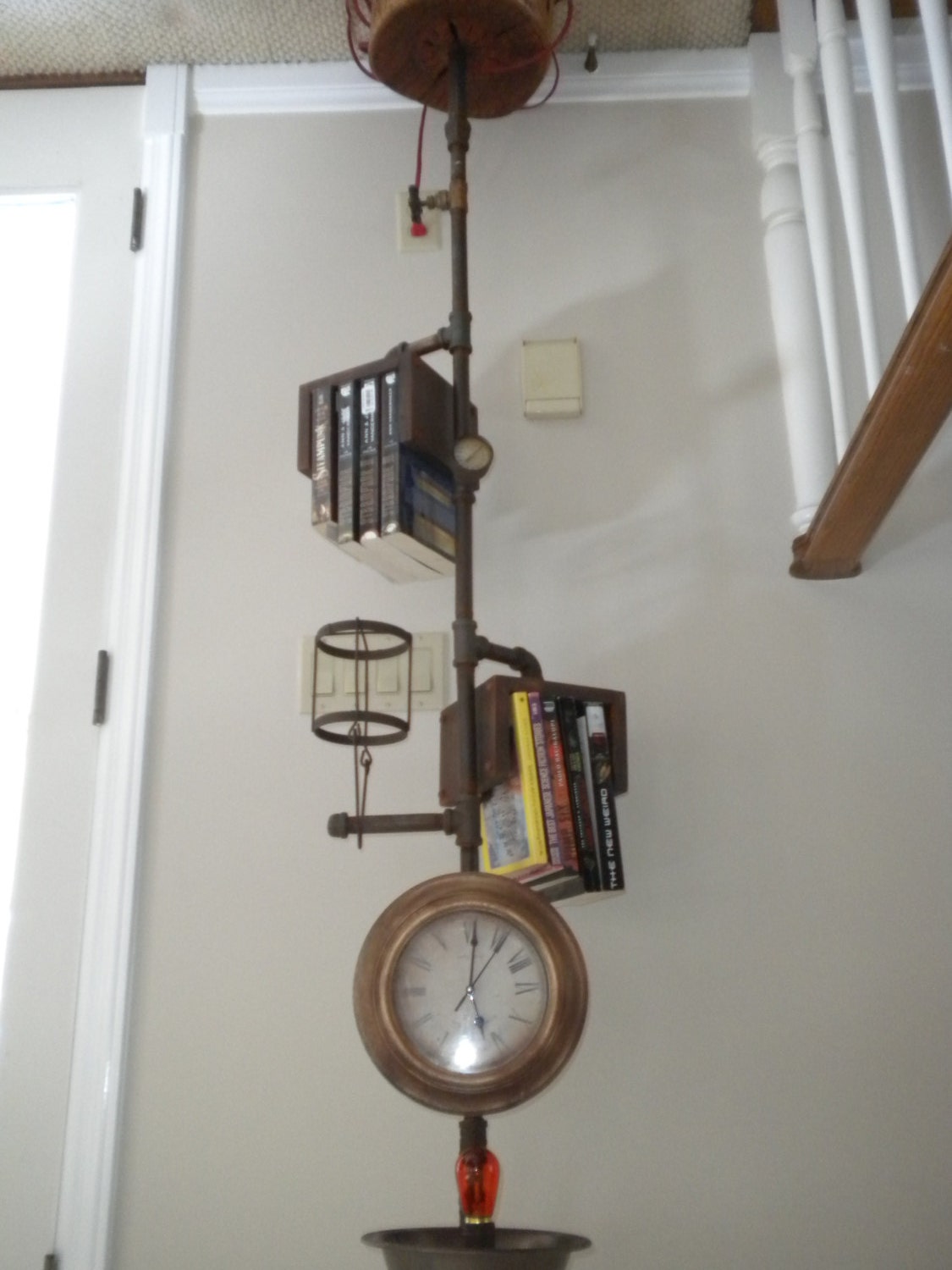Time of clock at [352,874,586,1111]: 5:01
